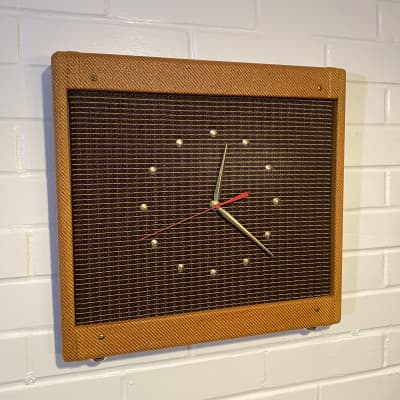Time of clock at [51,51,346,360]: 12:22
